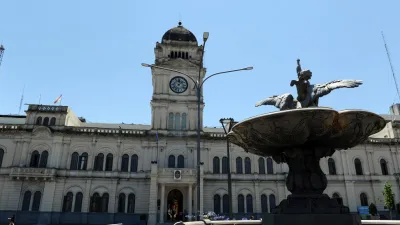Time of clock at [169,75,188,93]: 12:07
